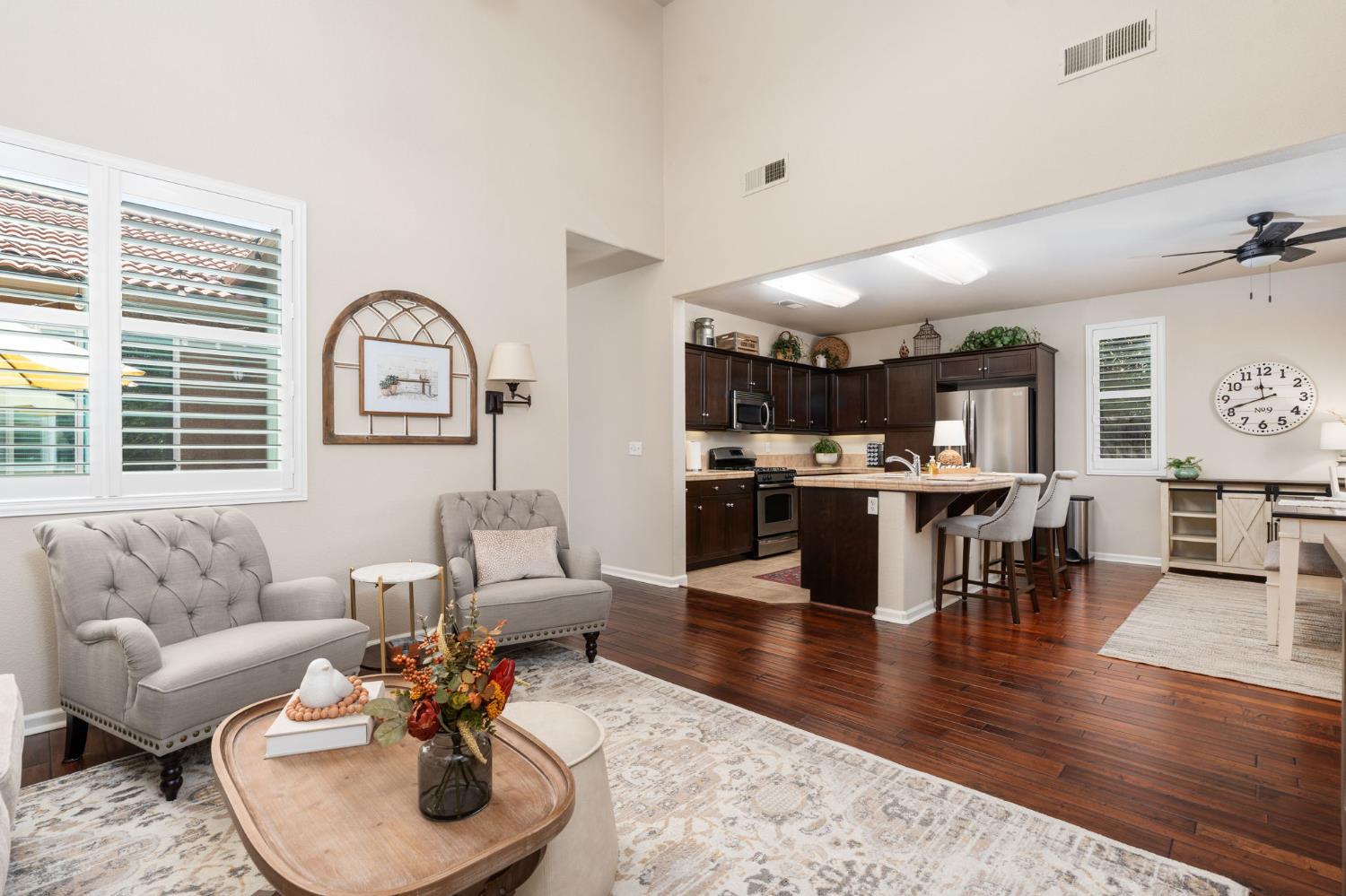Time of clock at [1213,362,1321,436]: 11:41
